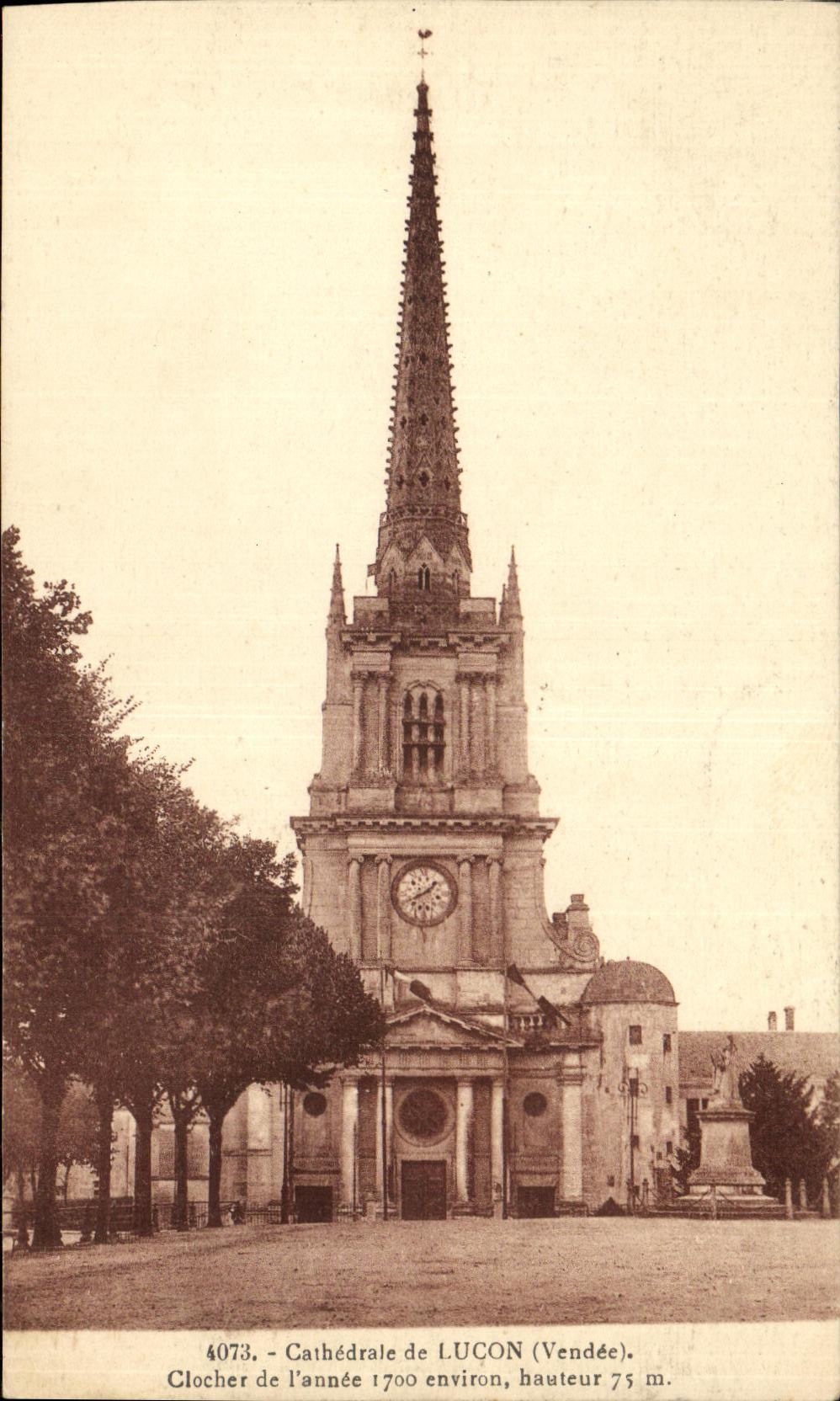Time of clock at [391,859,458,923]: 1:41
